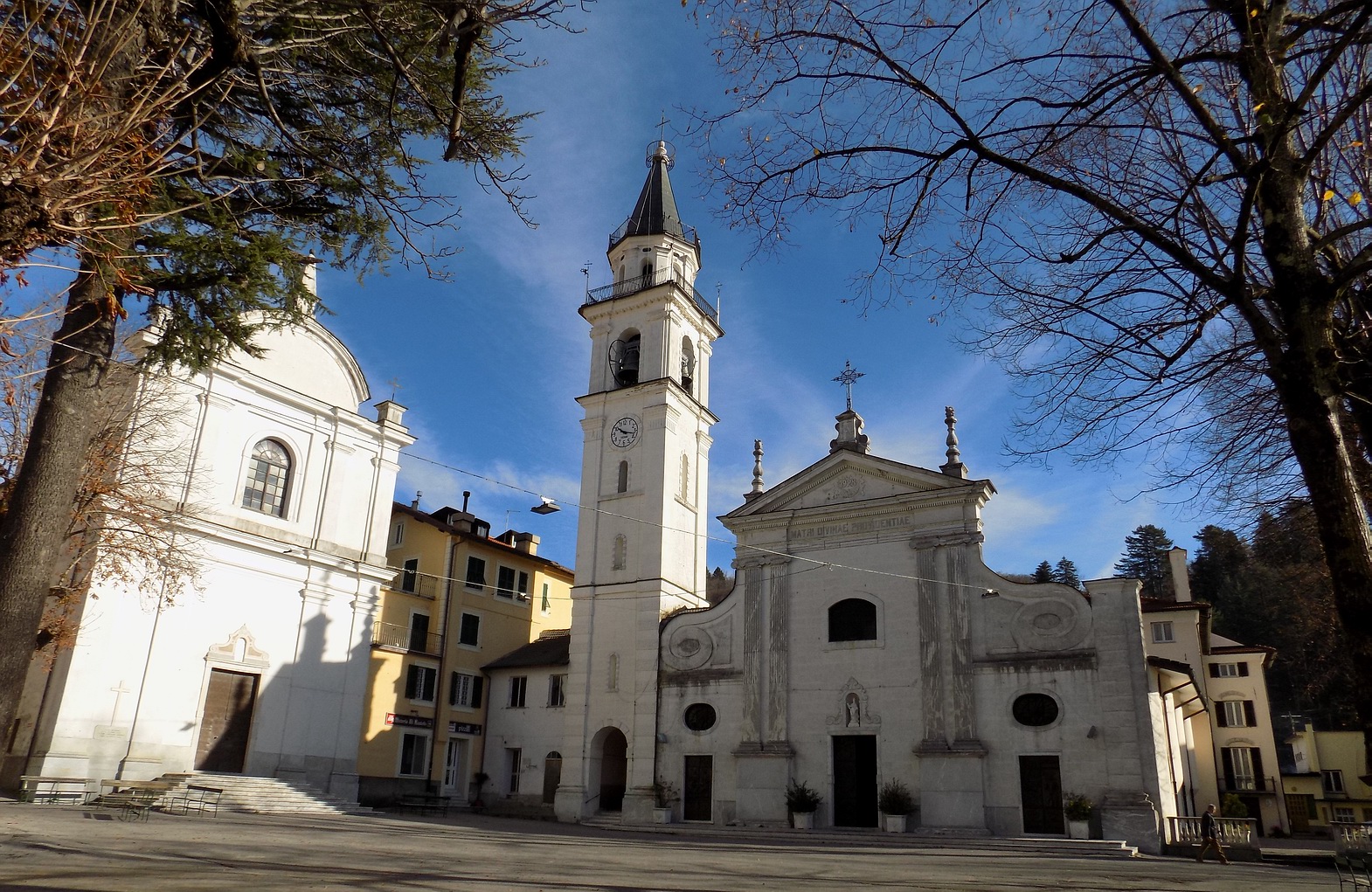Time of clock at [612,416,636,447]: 10:17
